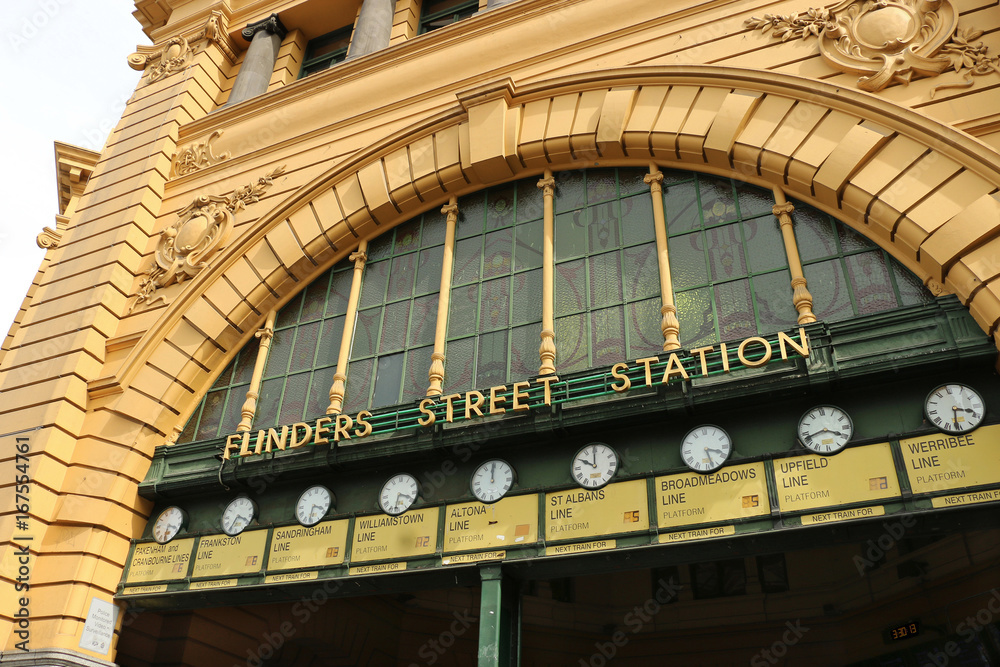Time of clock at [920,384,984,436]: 3:31
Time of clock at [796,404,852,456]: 3:41
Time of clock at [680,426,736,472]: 3:27
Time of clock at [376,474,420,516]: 3:31
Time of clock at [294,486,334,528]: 3:31
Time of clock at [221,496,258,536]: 3:34
